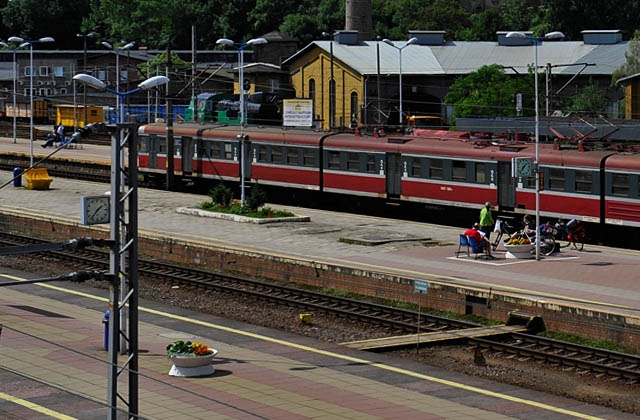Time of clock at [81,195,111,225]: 1:36
